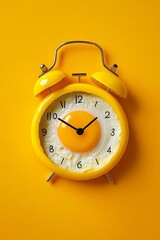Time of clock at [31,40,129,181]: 1:50
